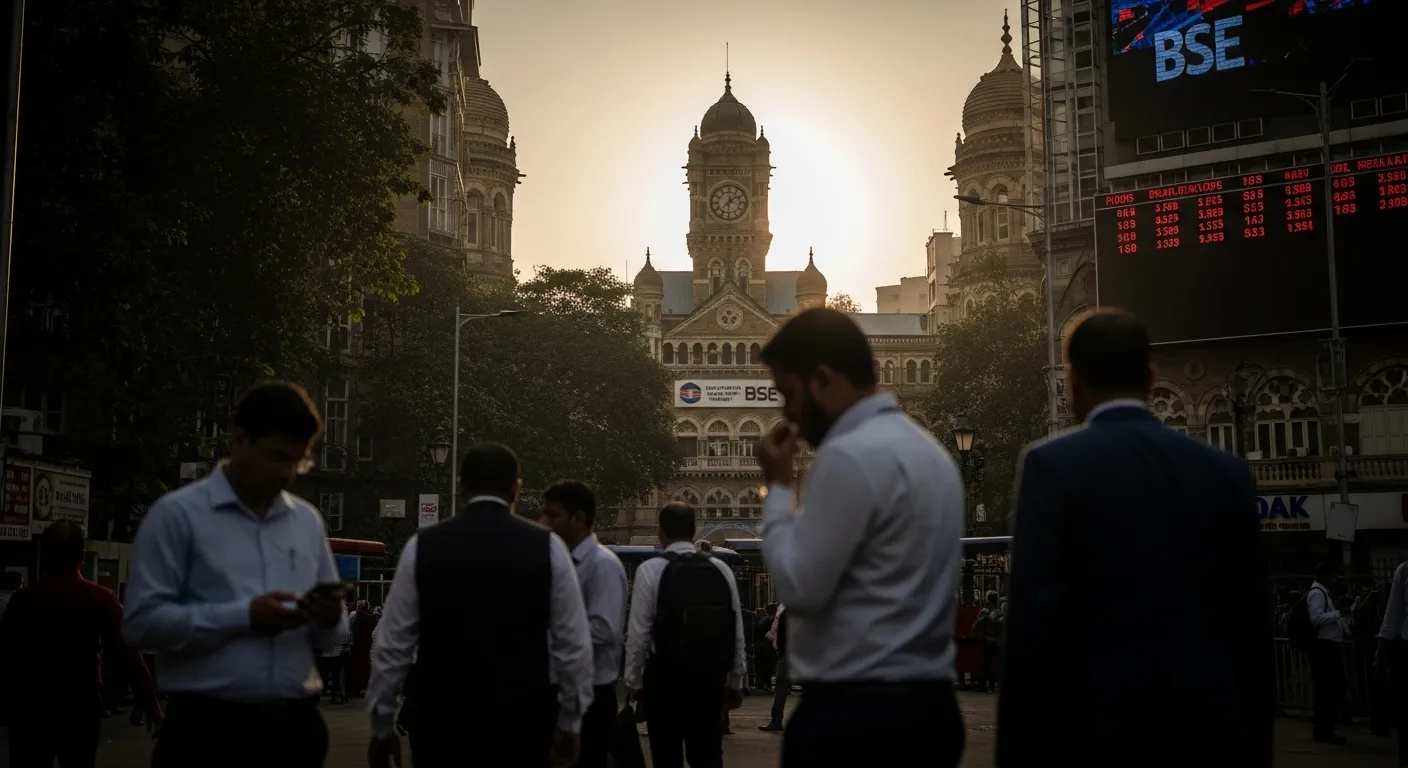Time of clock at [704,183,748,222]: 12:08
